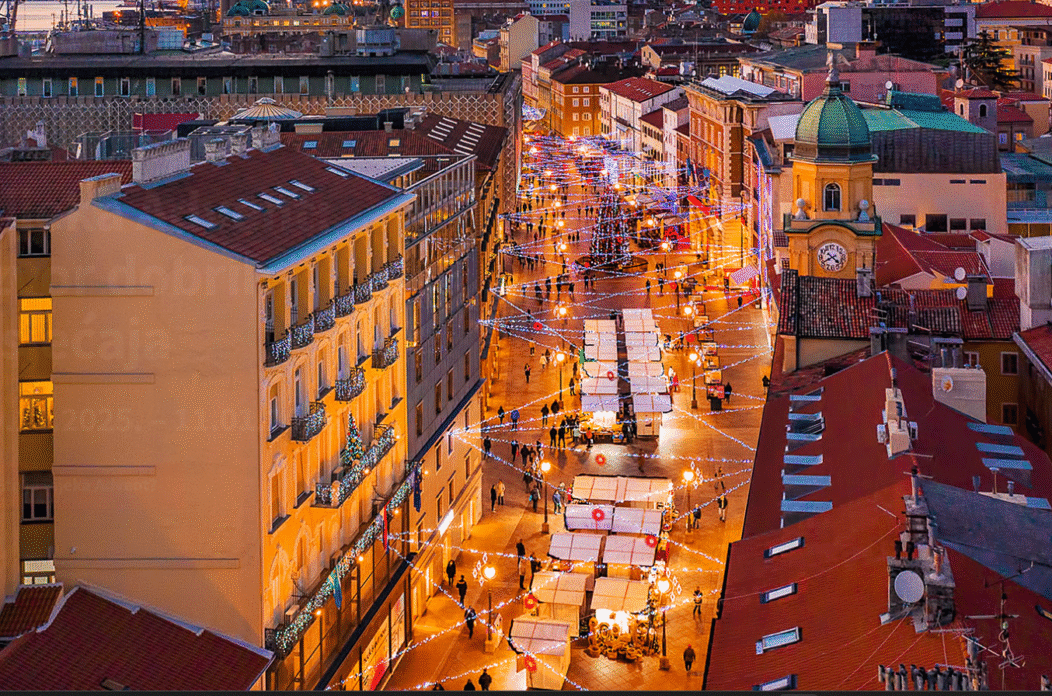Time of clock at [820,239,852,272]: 4:40
